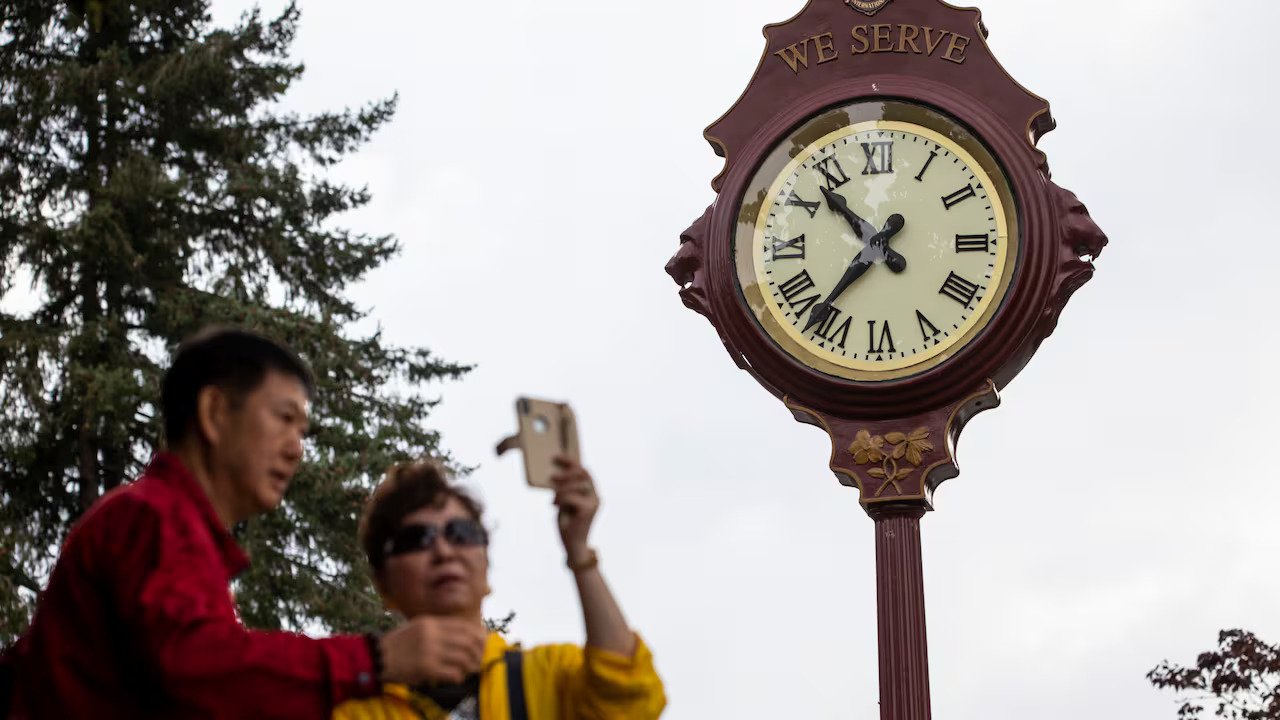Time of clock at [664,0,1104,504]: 10:36
